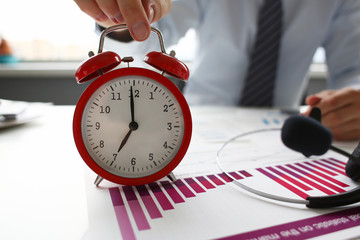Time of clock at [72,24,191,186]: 6:59
